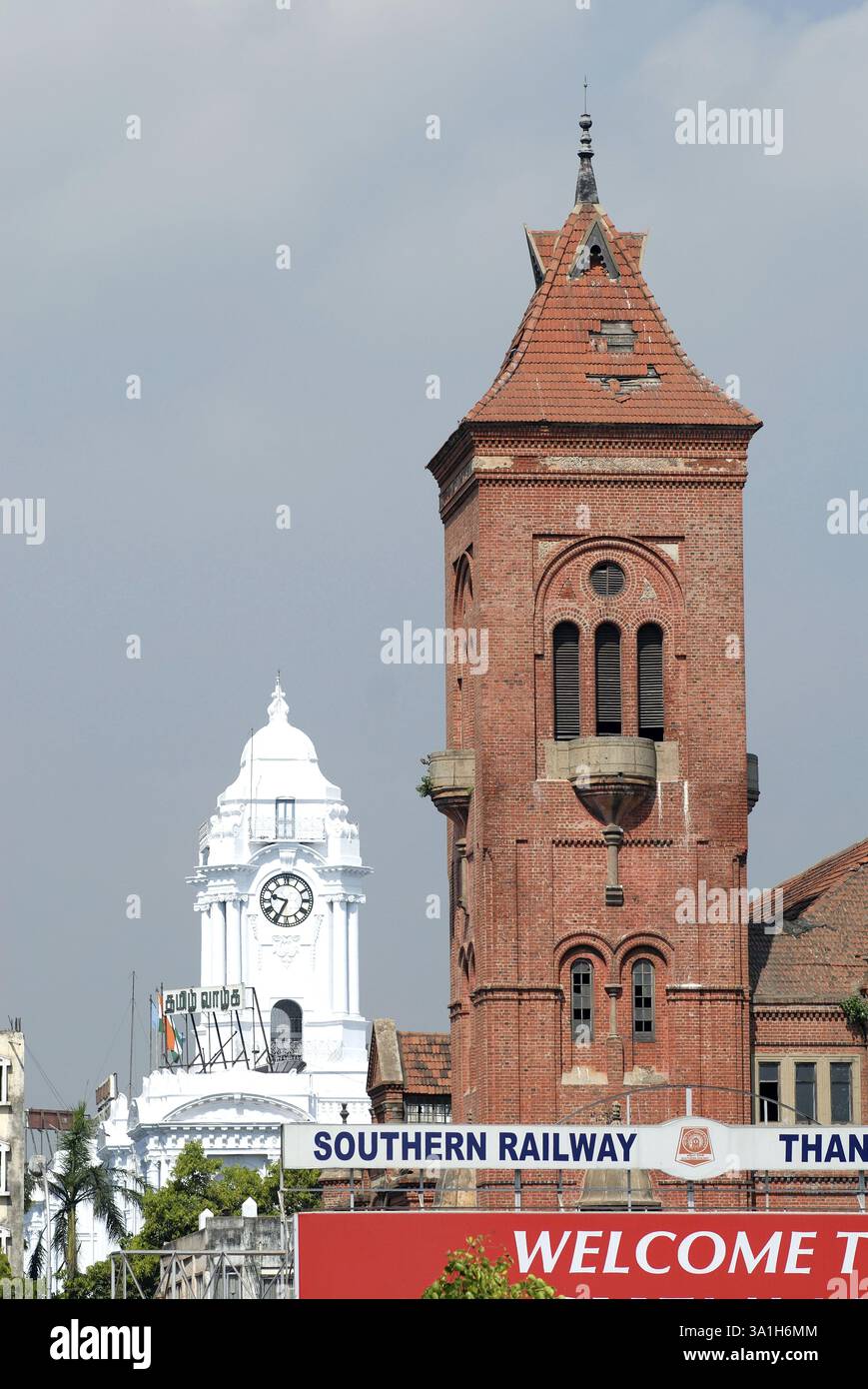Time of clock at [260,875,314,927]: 9:34
